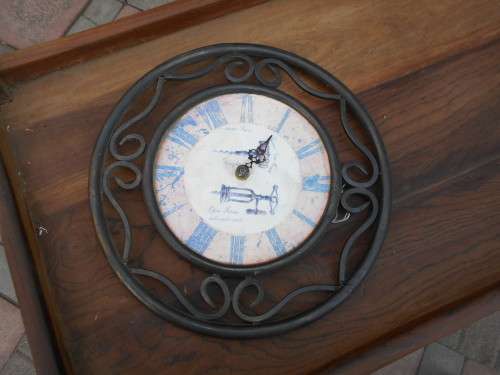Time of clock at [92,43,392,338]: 1:05
